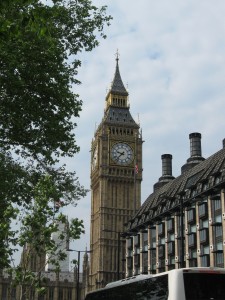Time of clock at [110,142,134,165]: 9:37
